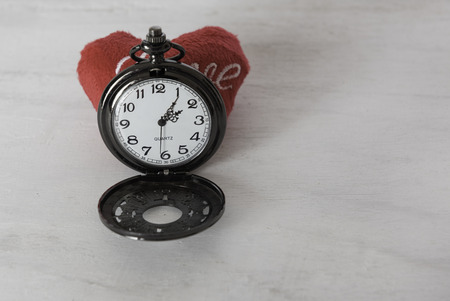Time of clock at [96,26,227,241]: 2:05
